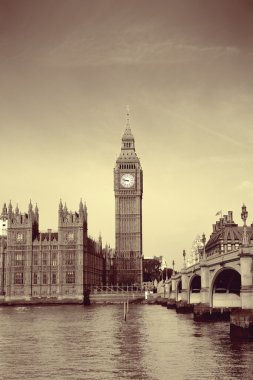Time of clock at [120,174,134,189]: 8:48
